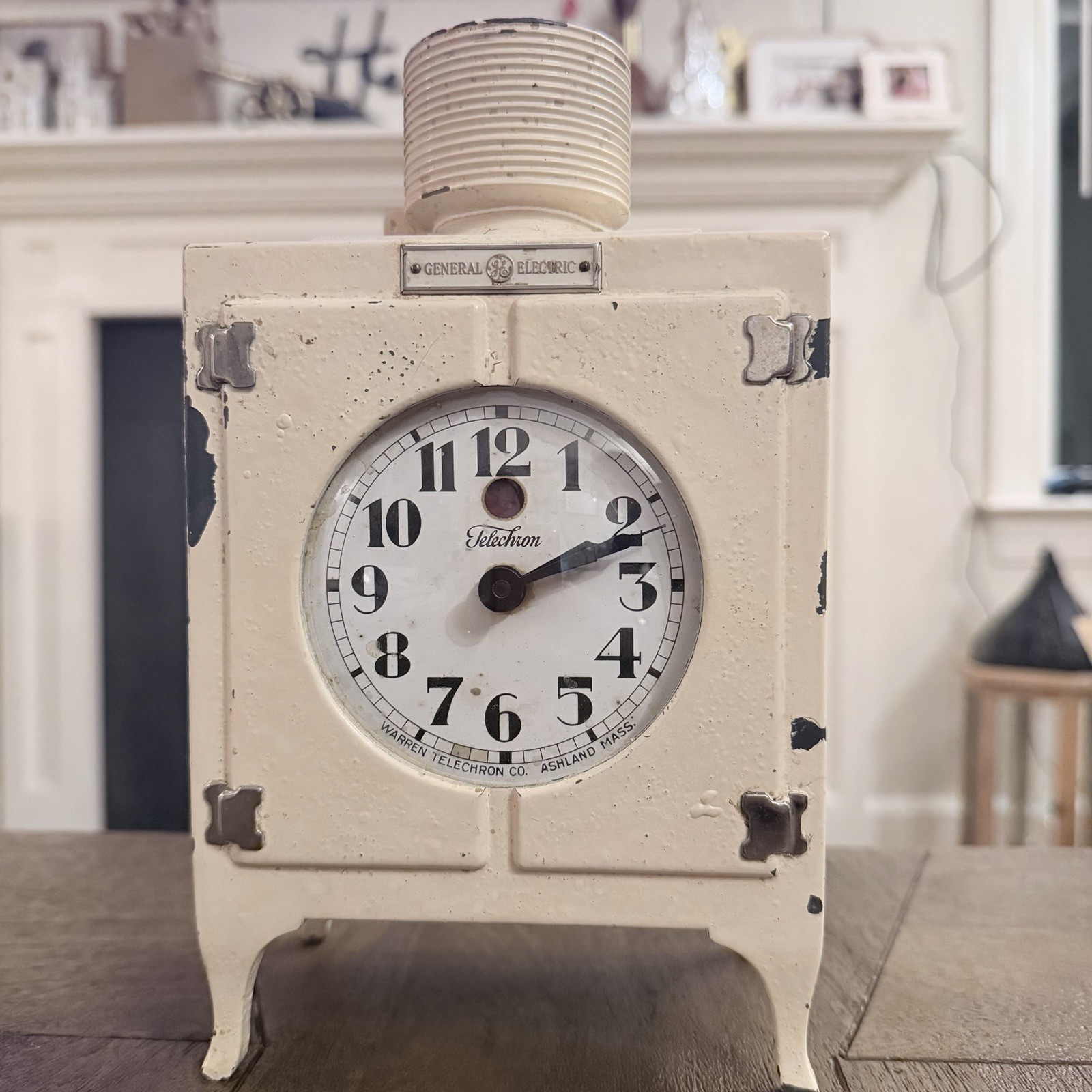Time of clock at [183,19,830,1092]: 2:11
